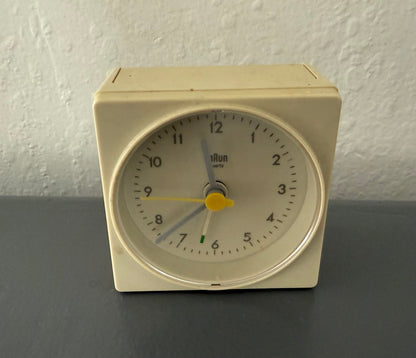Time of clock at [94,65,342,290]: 11:38
